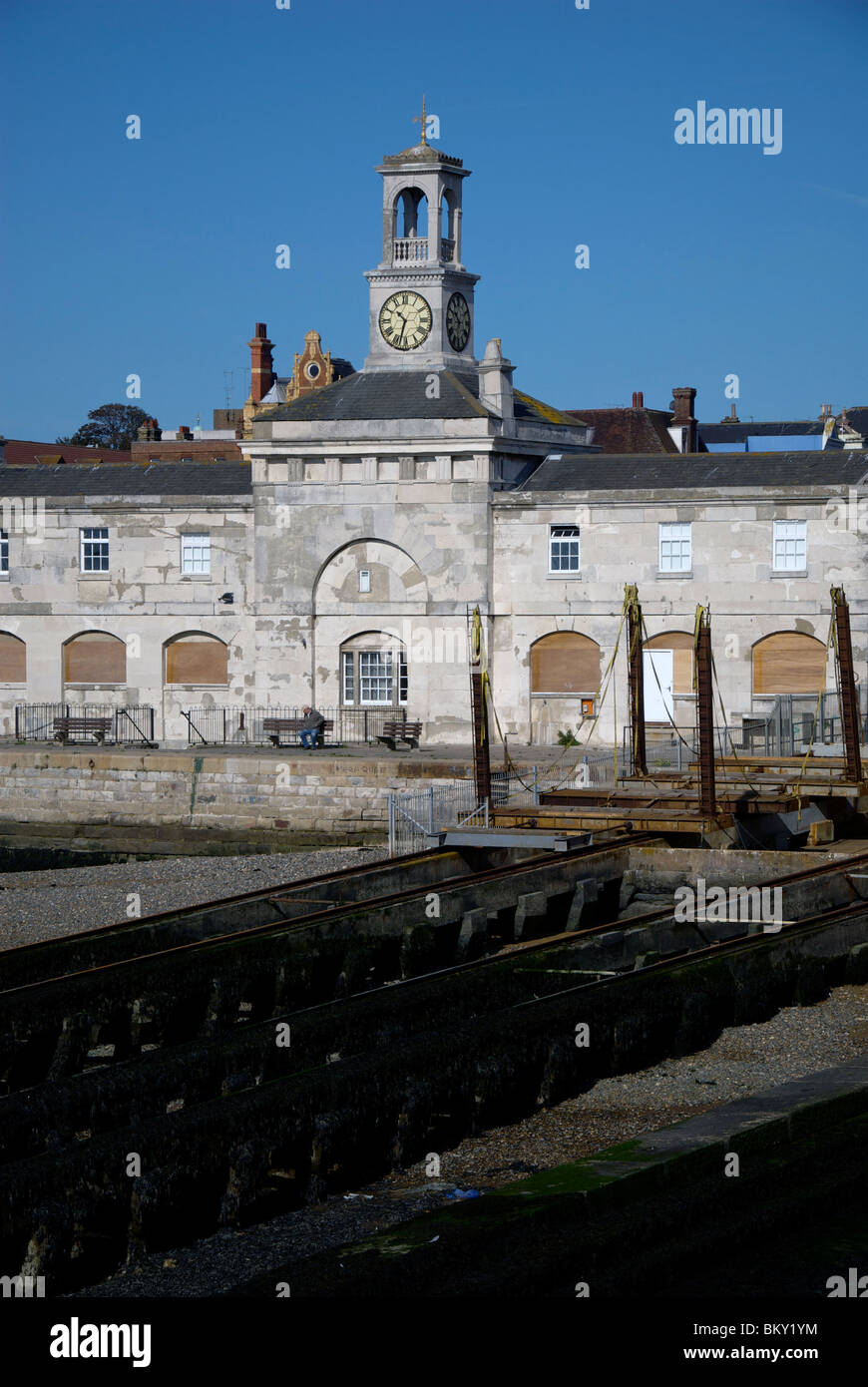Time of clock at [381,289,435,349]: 10:32
